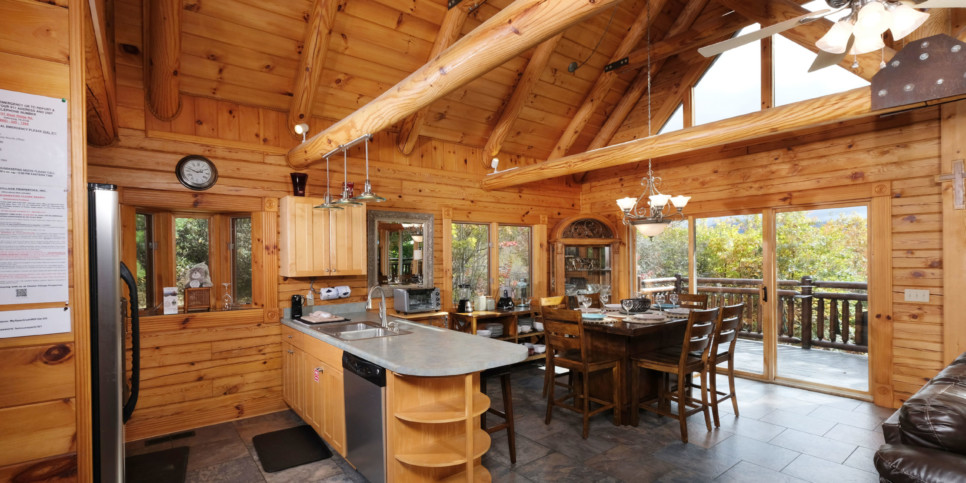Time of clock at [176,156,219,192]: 2:48
